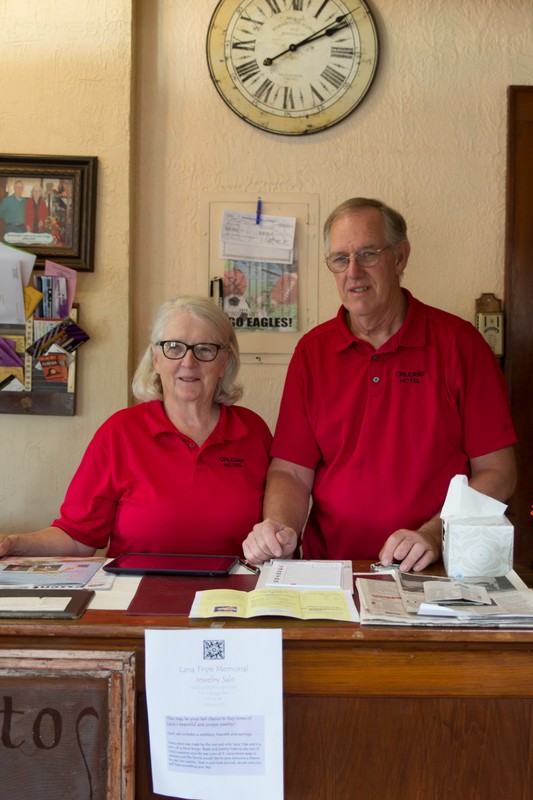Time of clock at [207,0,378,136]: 2:09
